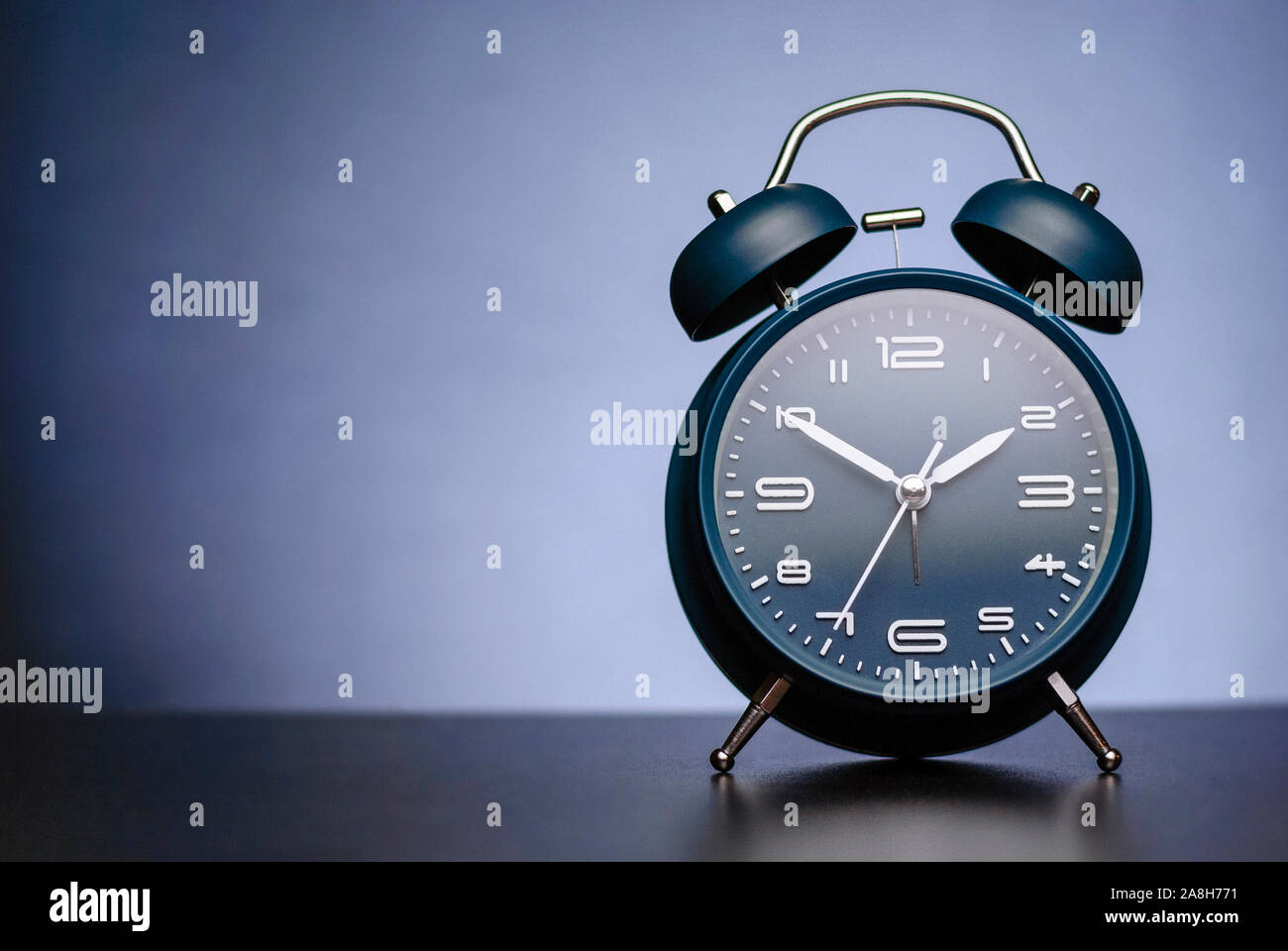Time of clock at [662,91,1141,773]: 1:50
